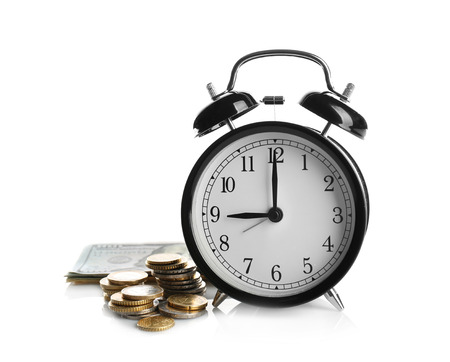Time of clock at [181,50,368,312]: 9:00
